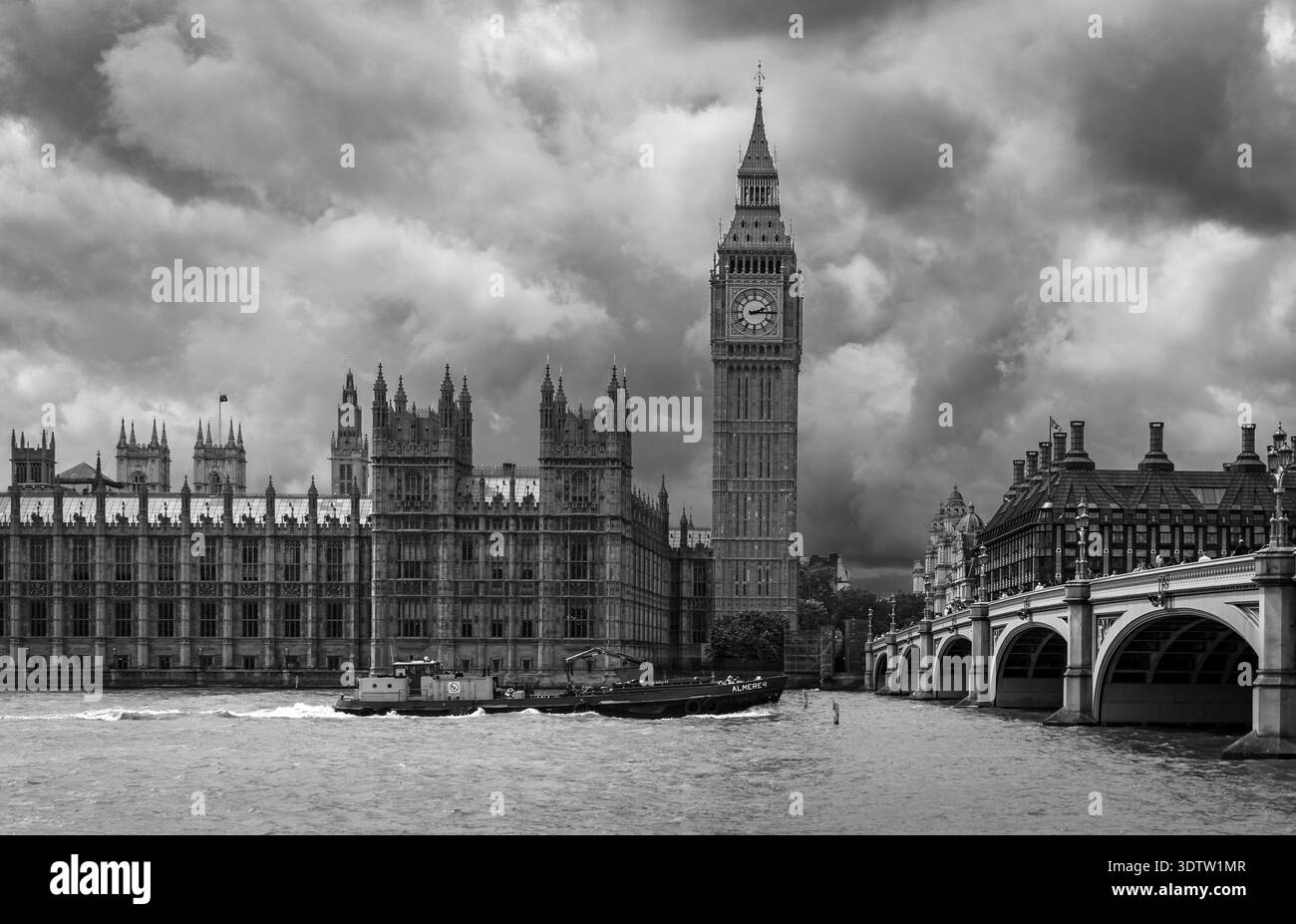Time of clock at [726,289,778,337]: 2:15
